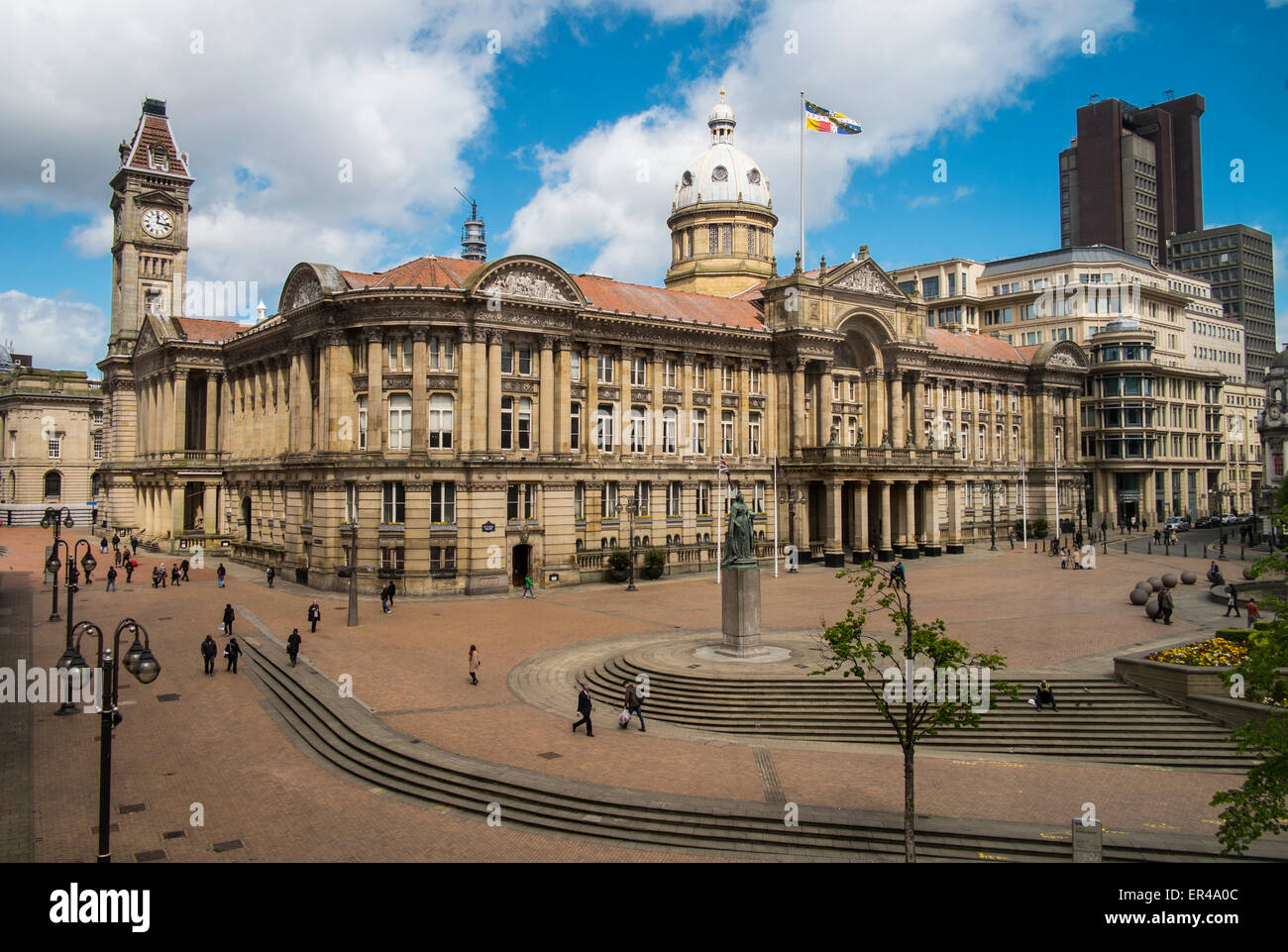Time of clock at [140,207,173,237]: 12:16
